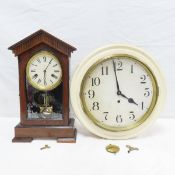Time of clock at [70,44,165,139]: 3:58
